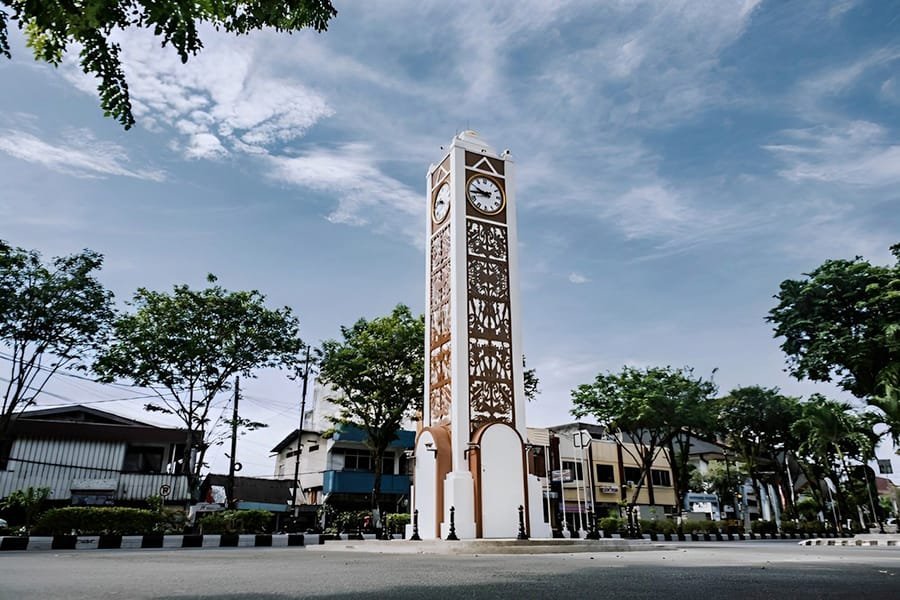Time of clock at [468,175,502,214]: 9:44
